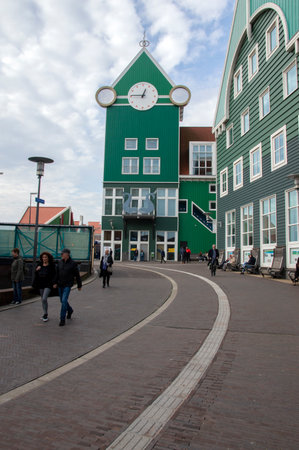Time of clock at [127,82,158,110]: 12:45
